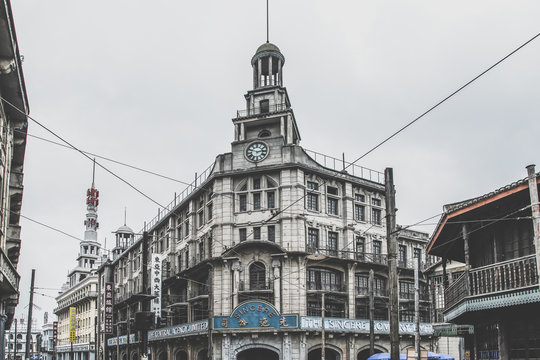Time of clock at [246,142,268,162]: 2:48
